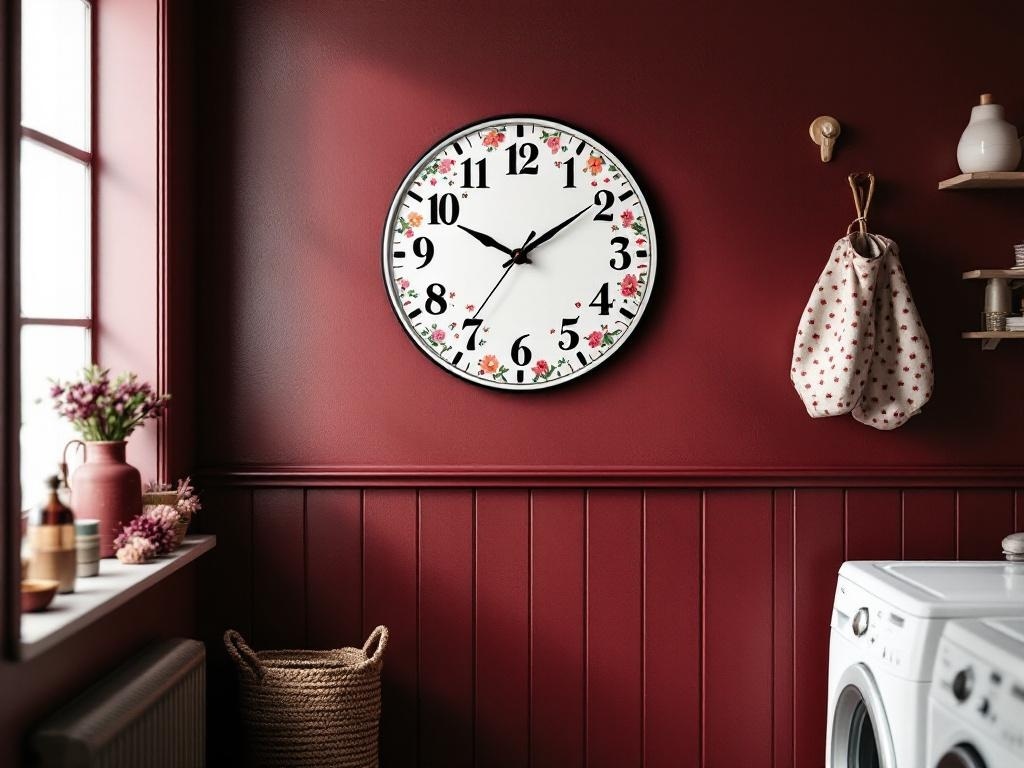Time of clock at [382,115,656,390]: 1:49
